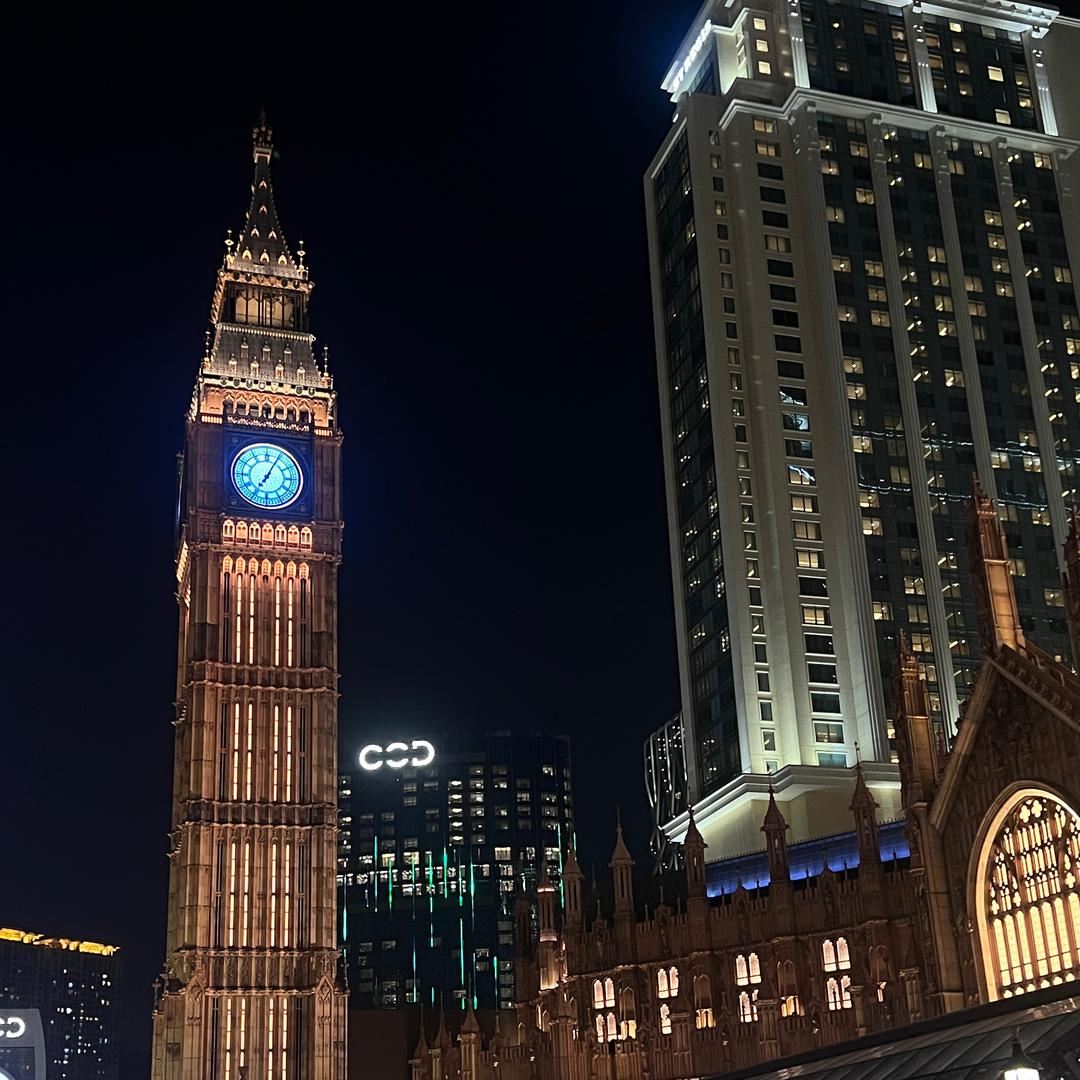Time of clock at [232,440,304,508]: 7:04
